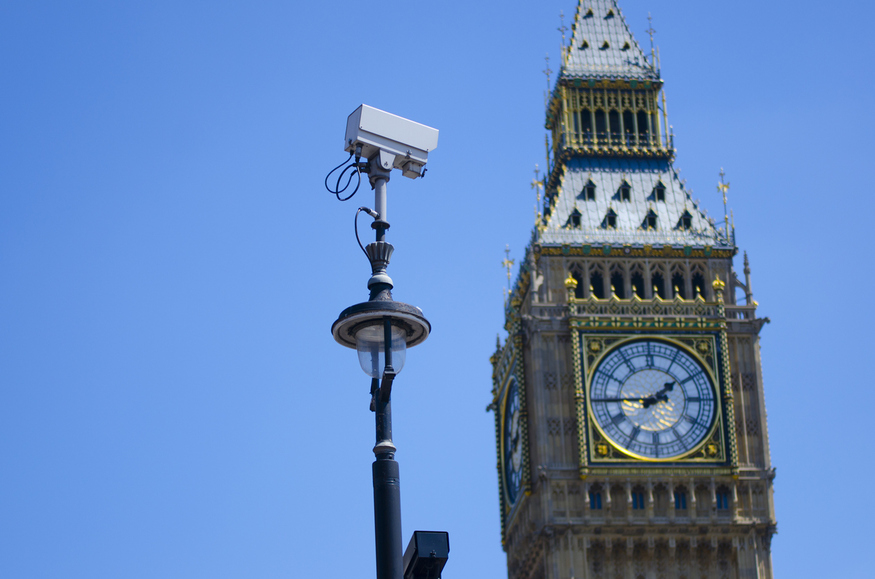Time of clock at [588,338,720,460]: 1:44
